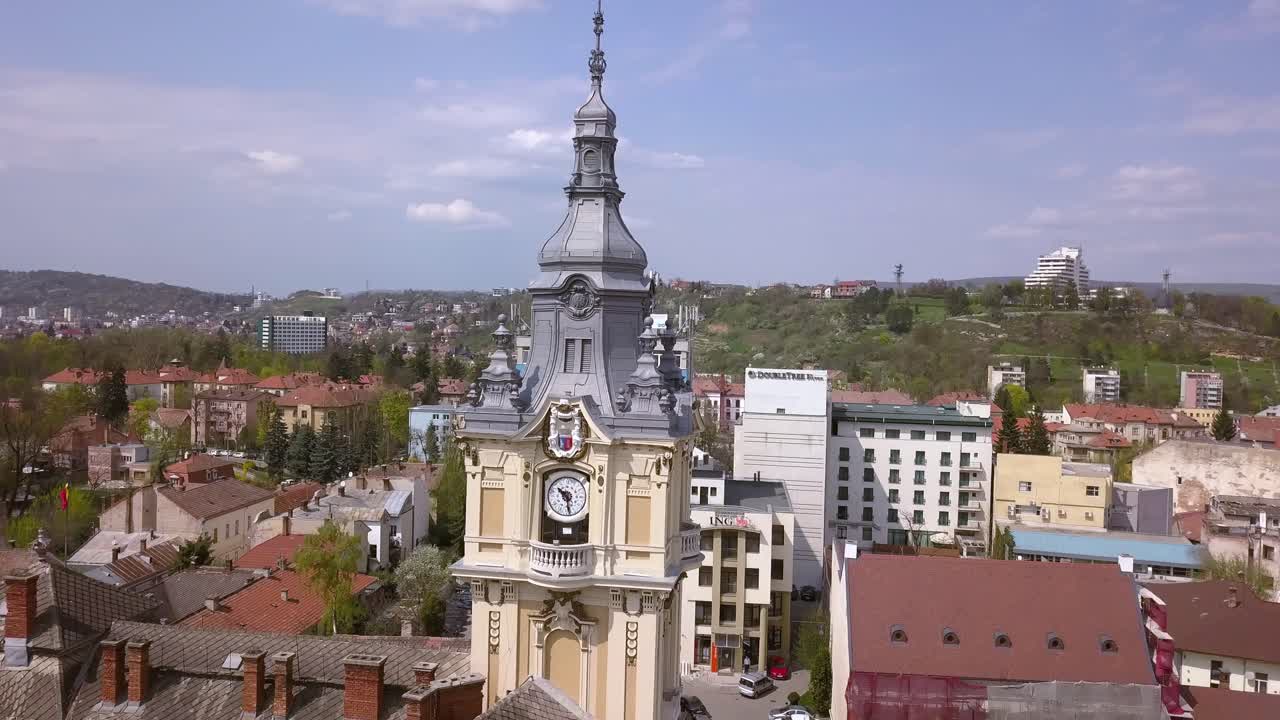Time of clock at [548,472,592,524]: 10:28
